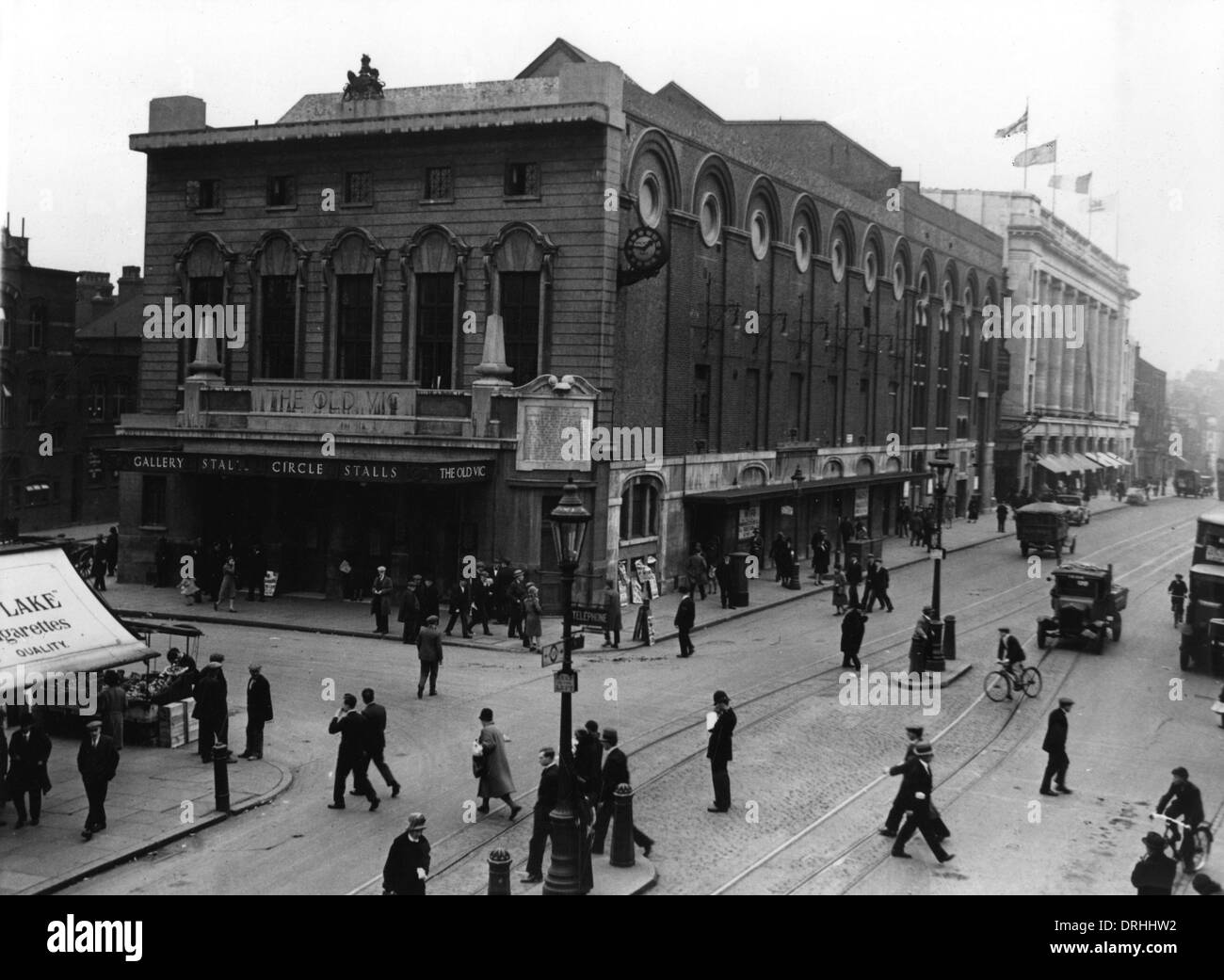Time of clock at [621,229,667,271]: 1:46
